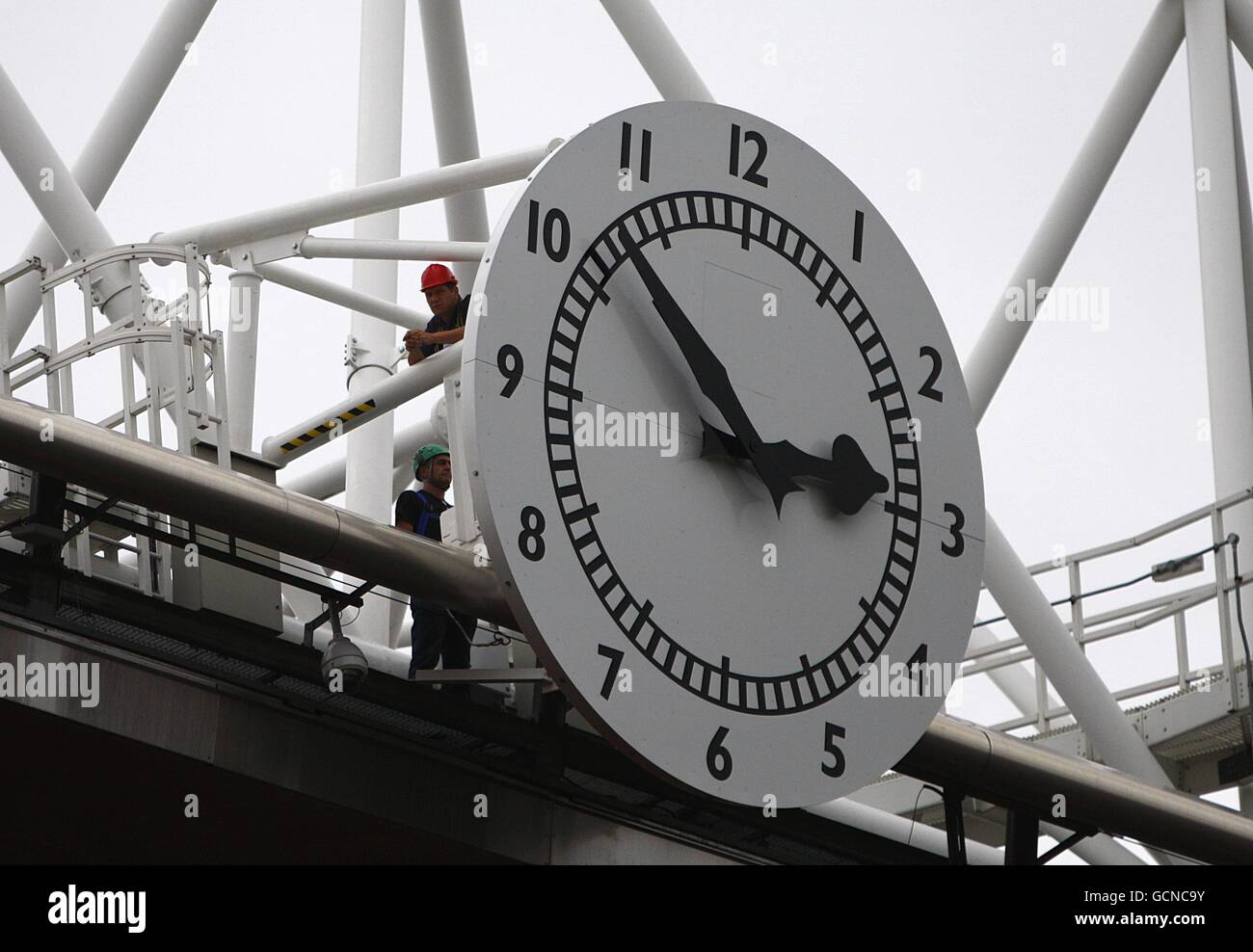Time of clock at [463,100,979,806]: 2:52
